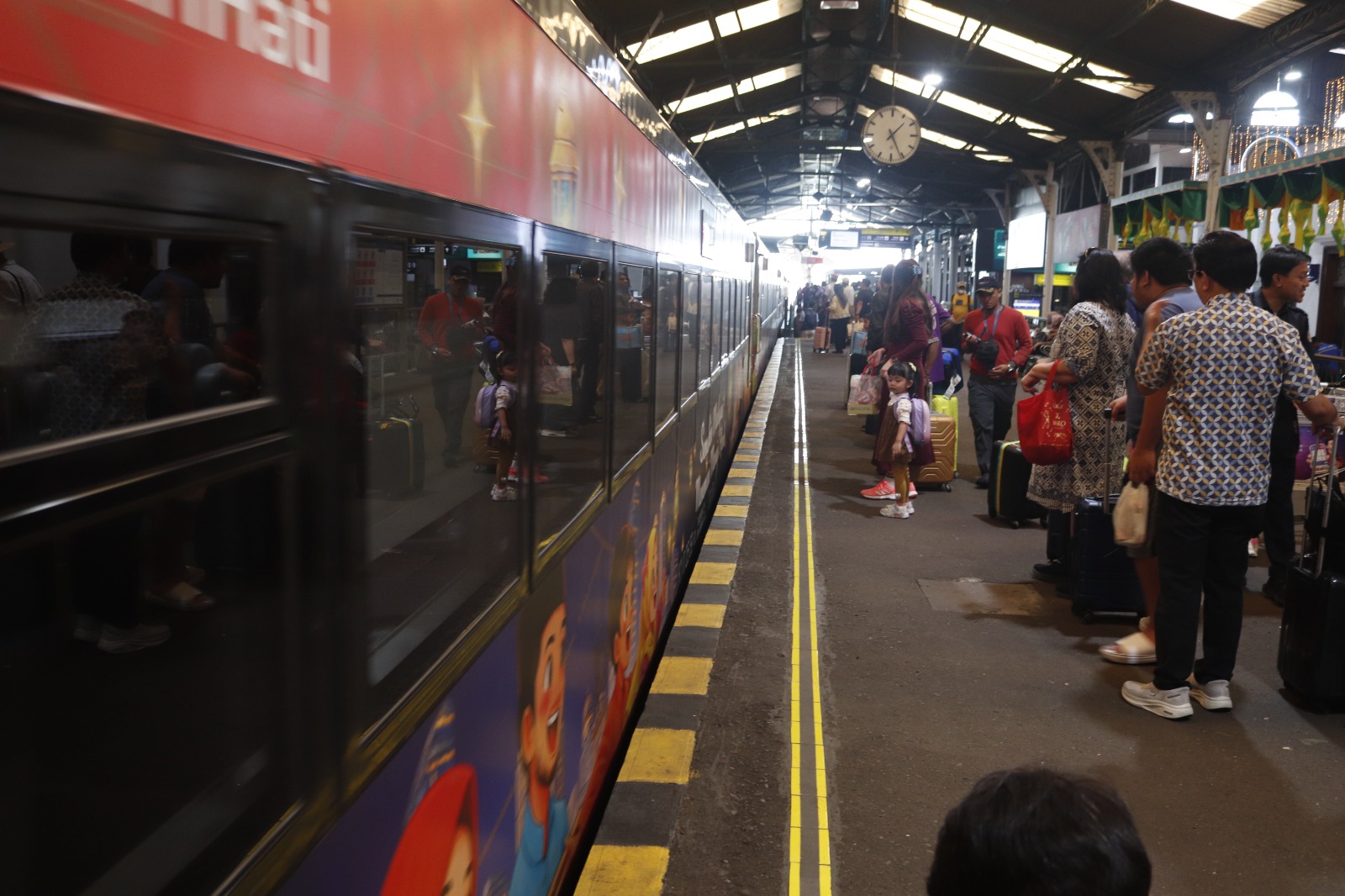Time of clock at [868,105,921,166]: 1:25
